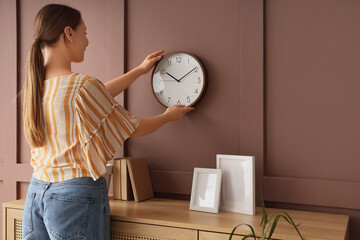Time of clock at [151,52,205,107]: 10:09
